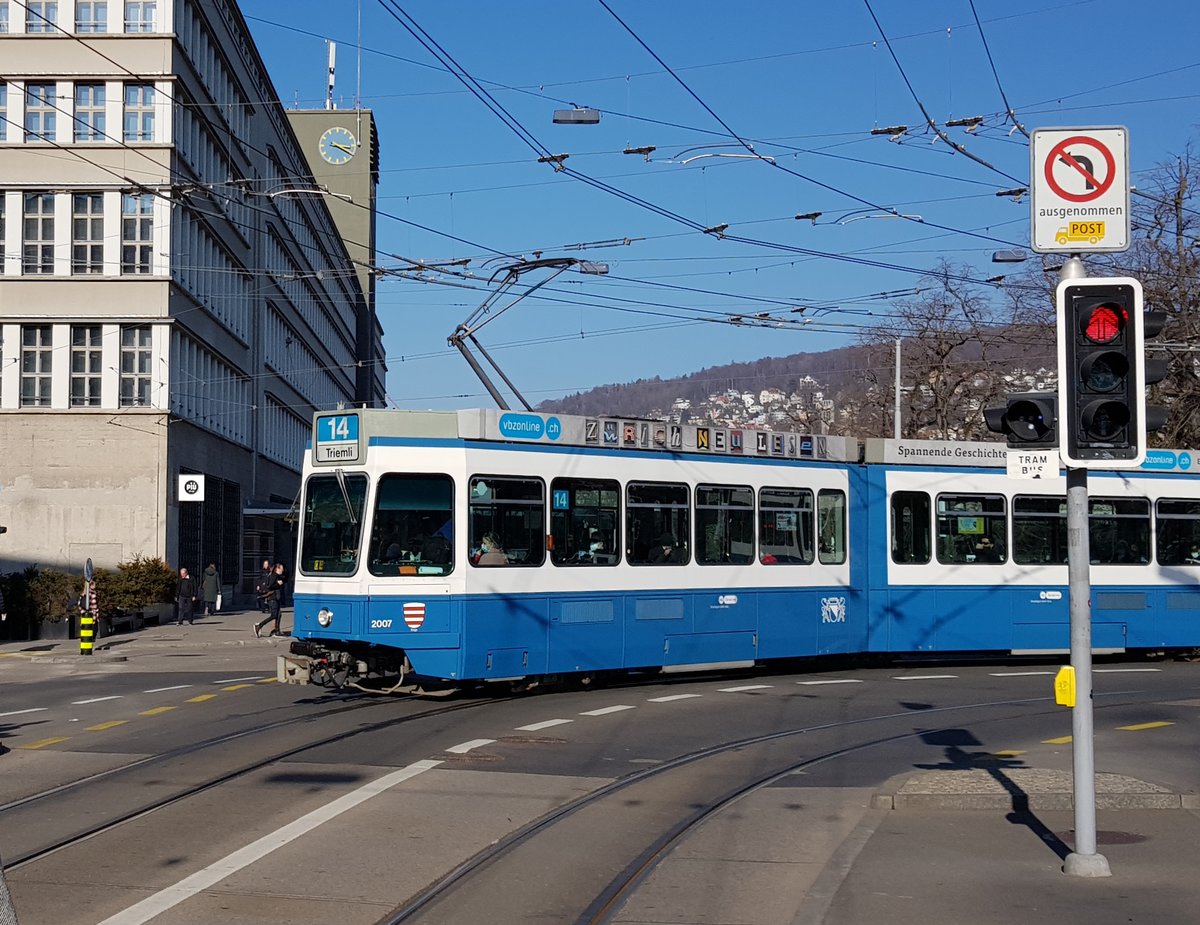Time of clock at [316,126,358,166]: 3:20
